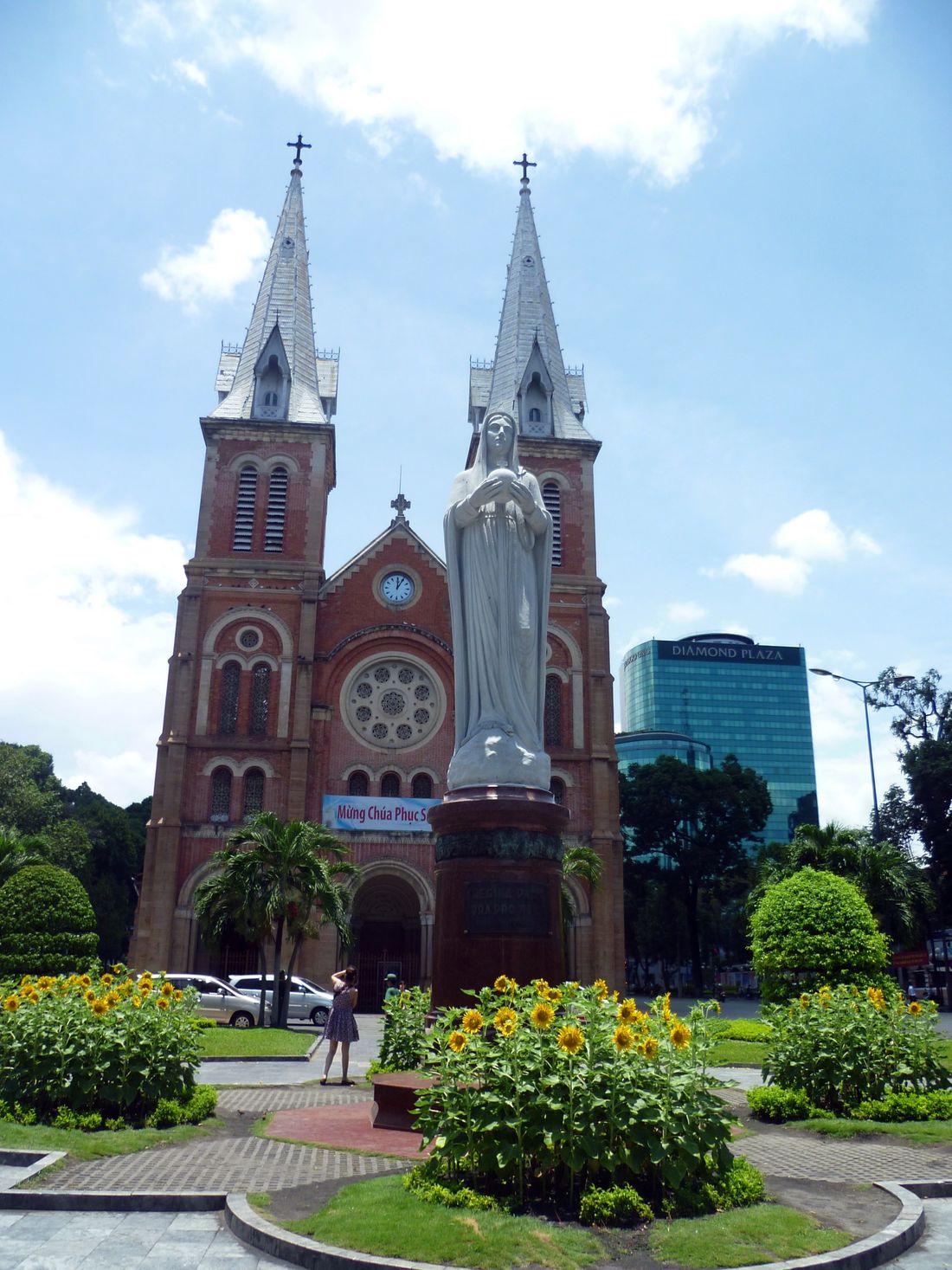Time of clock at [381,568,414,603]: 12:05
